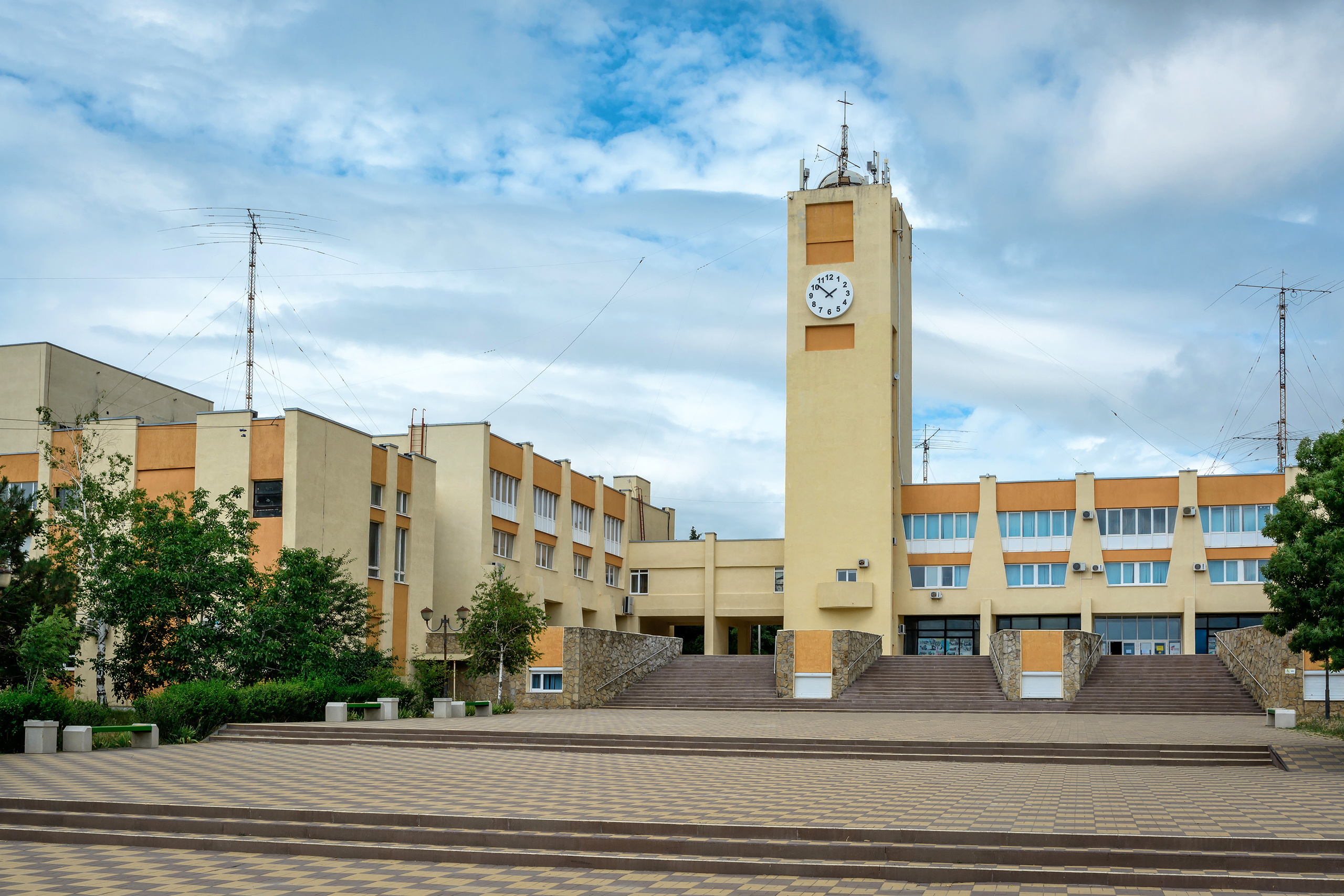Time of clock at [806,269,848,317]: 1:51
